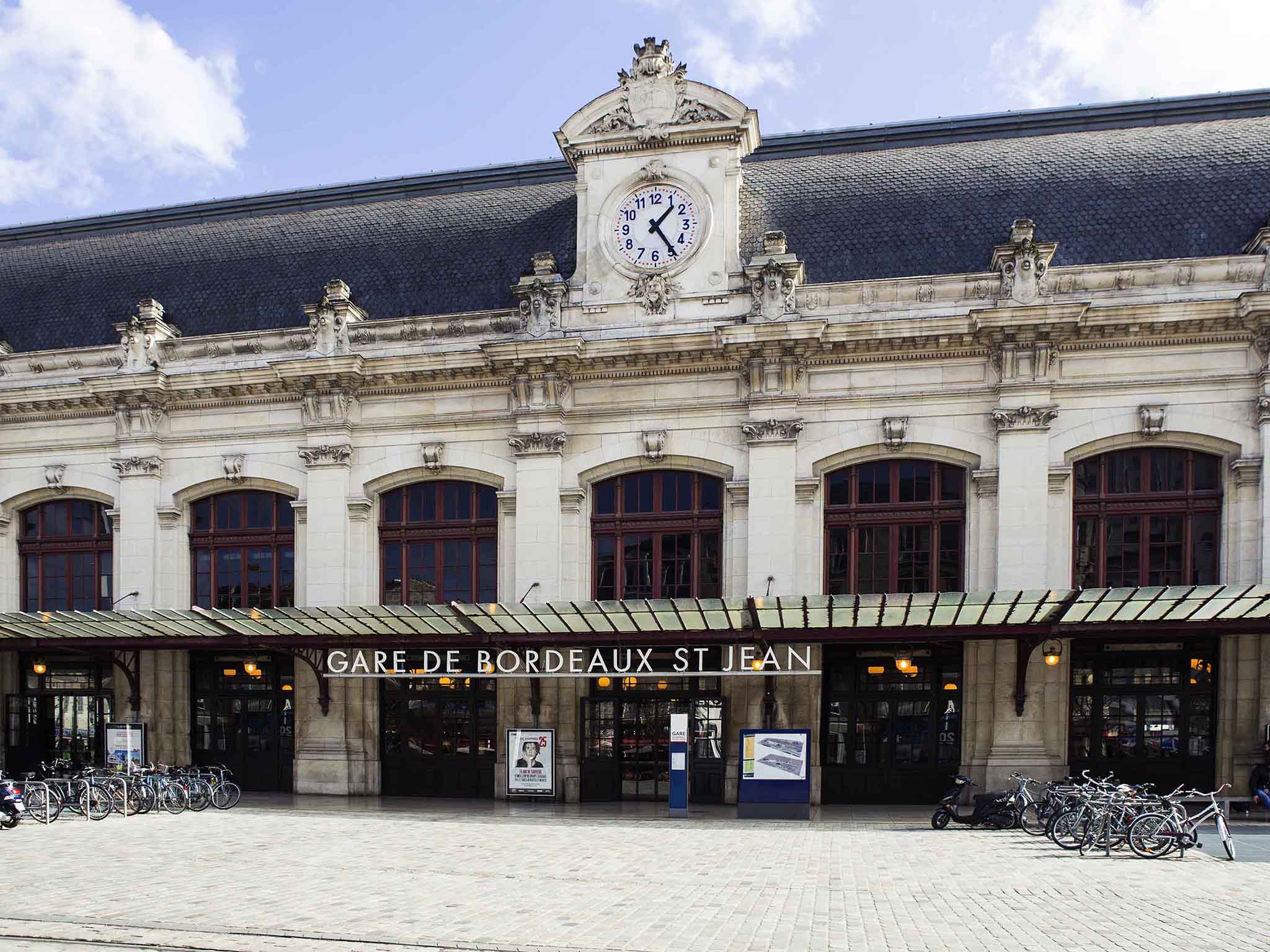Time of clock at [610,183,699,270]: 1:24
